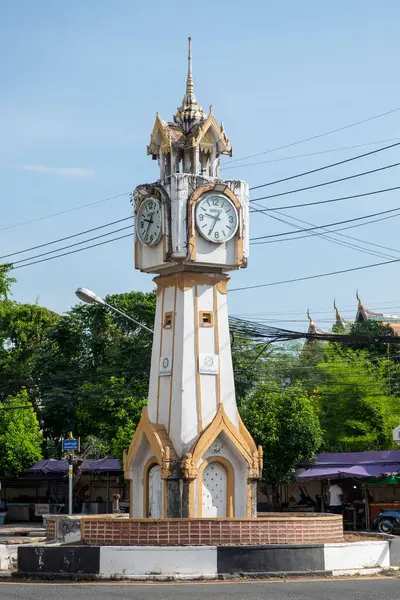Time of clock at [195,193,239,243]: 9:34
